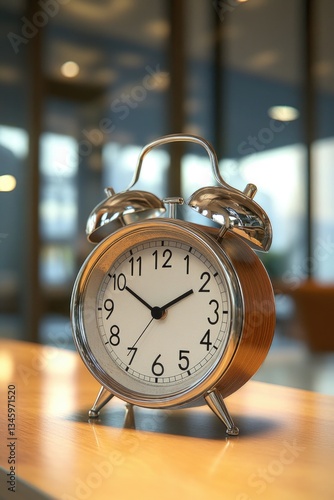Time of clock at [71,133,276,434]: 1:50
